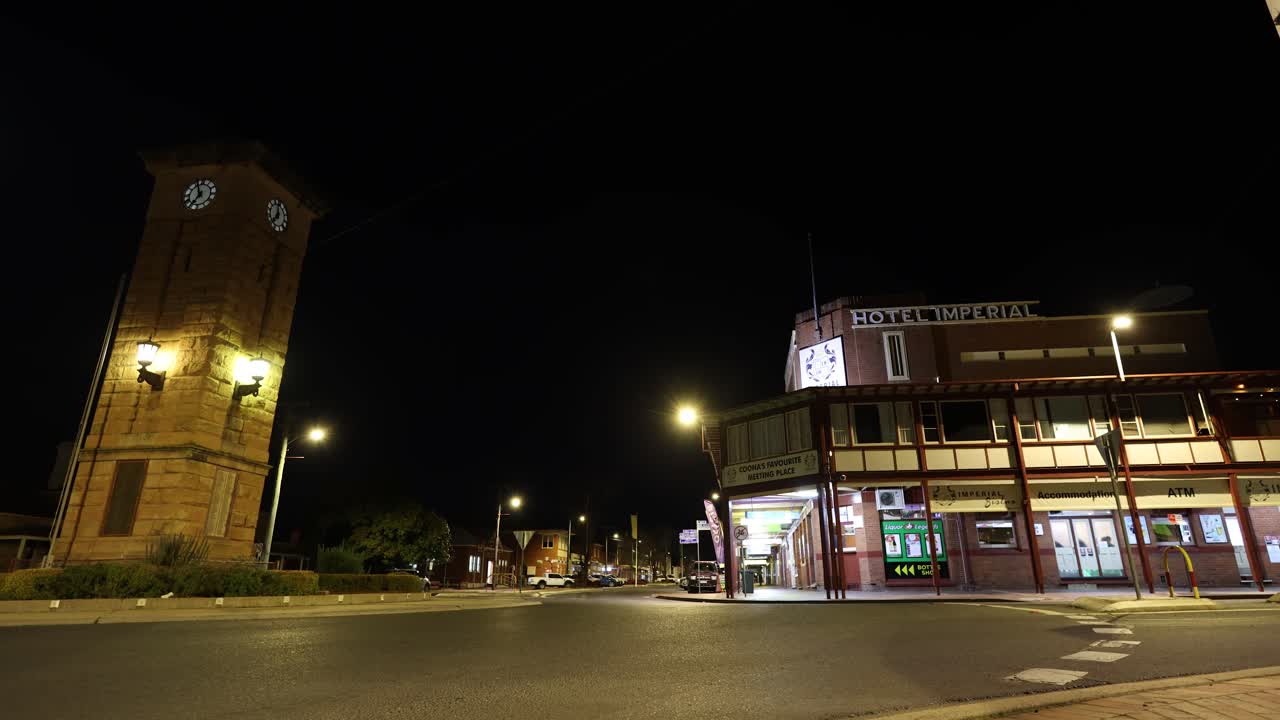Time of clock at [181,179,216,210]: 6:56
